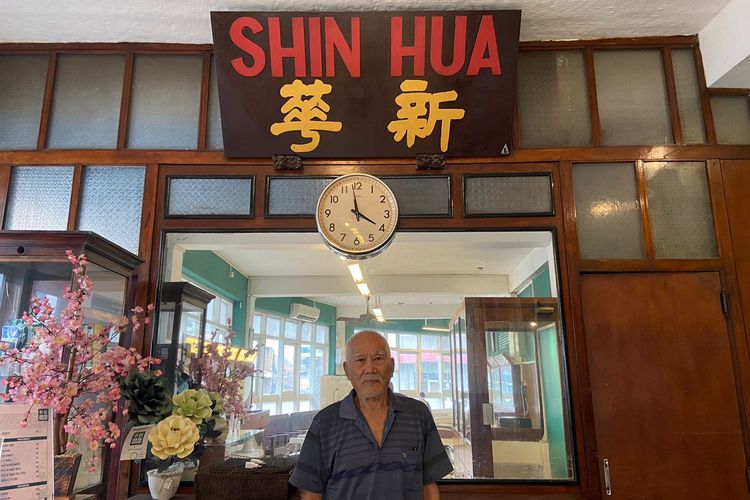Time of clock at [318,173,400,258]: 3:58
